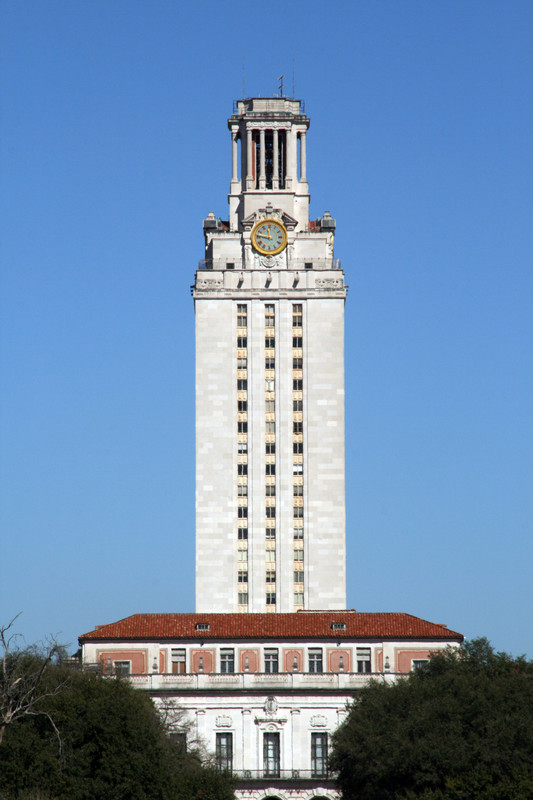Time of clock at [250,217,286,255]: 11:46
